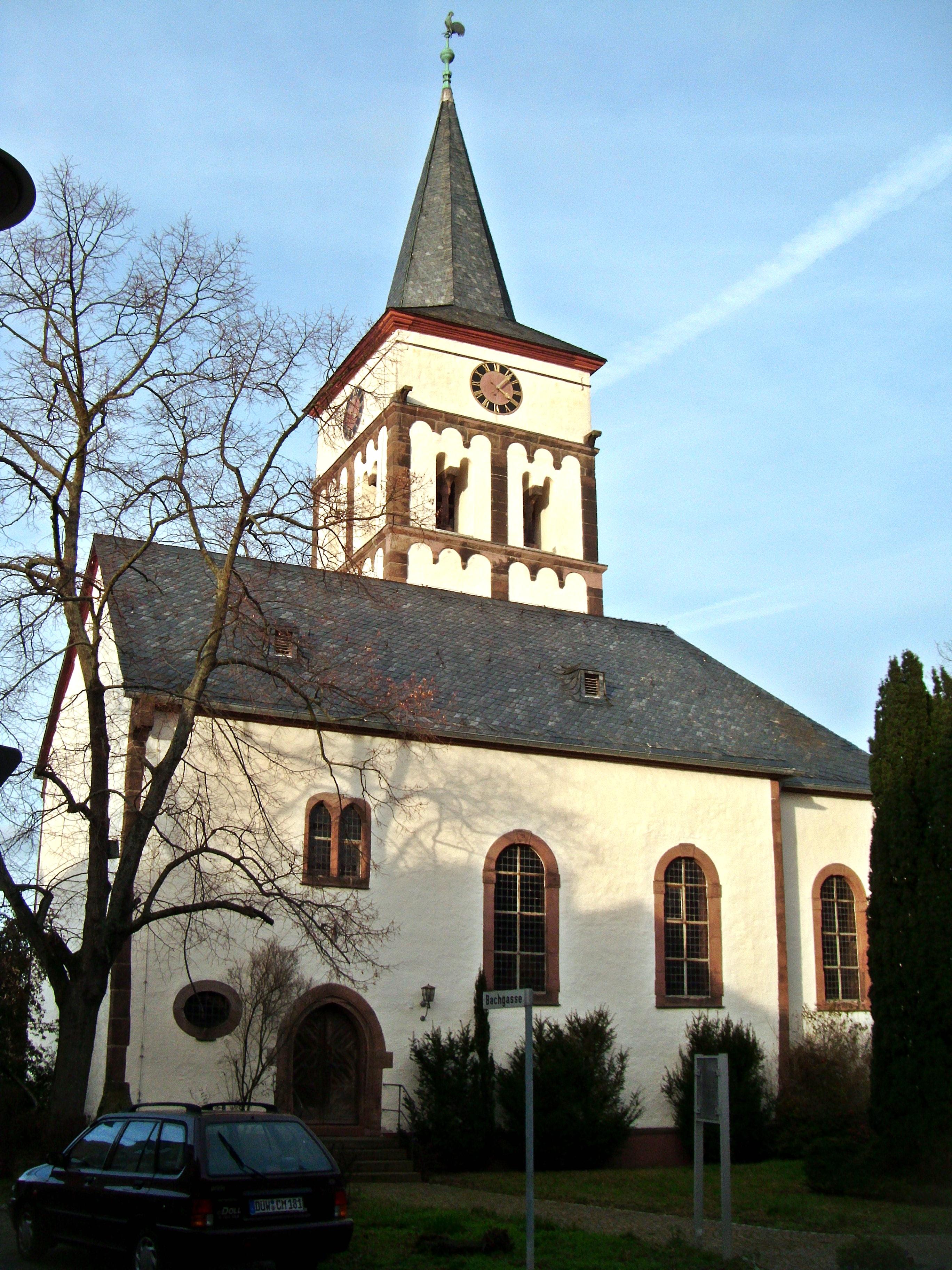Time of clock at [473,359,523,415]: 4:06
